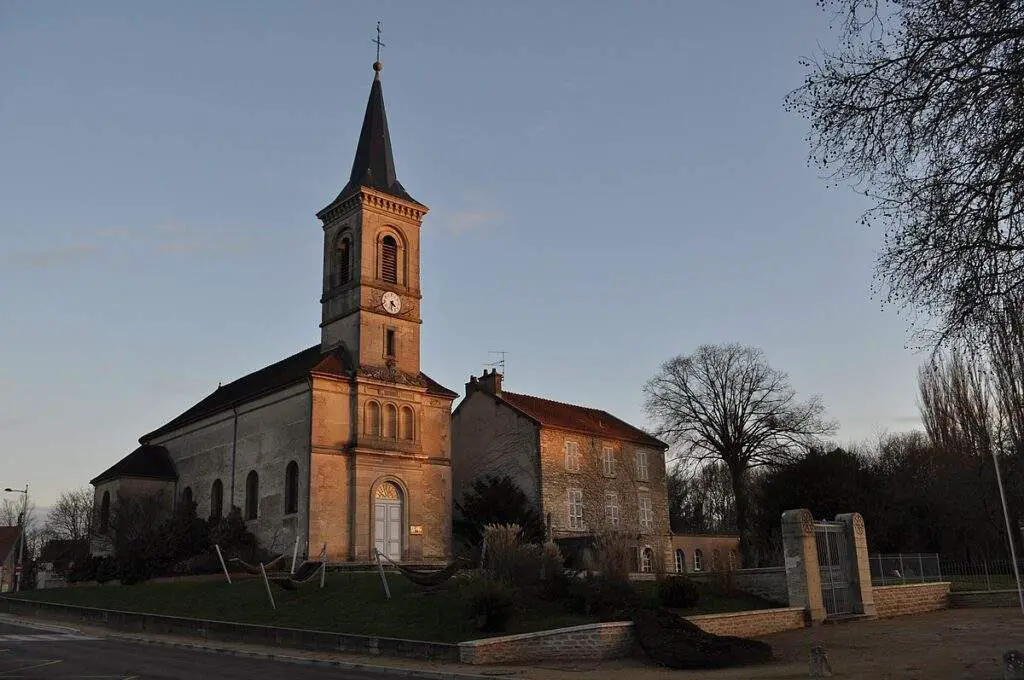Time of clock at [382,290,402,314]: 4:31
